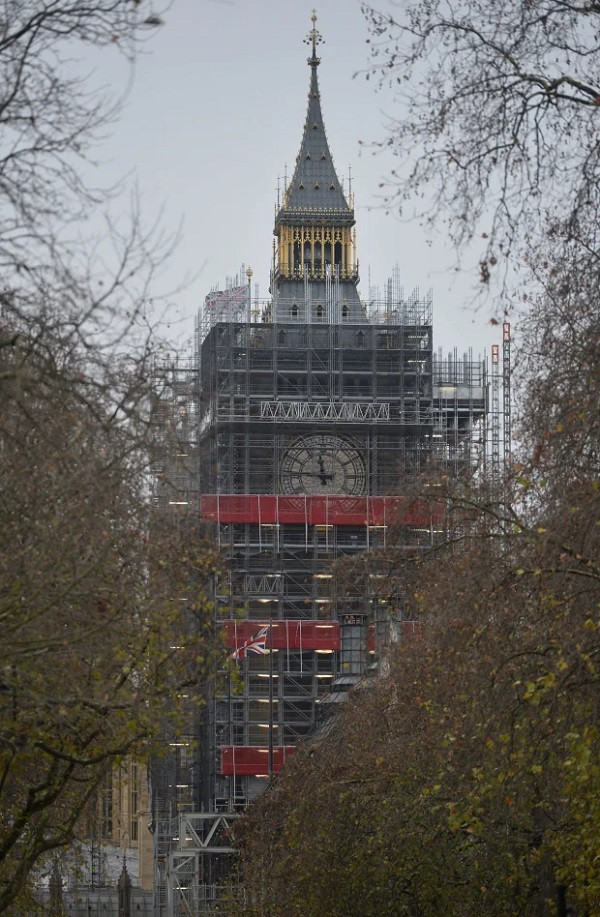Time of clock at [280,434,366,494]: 11:46
